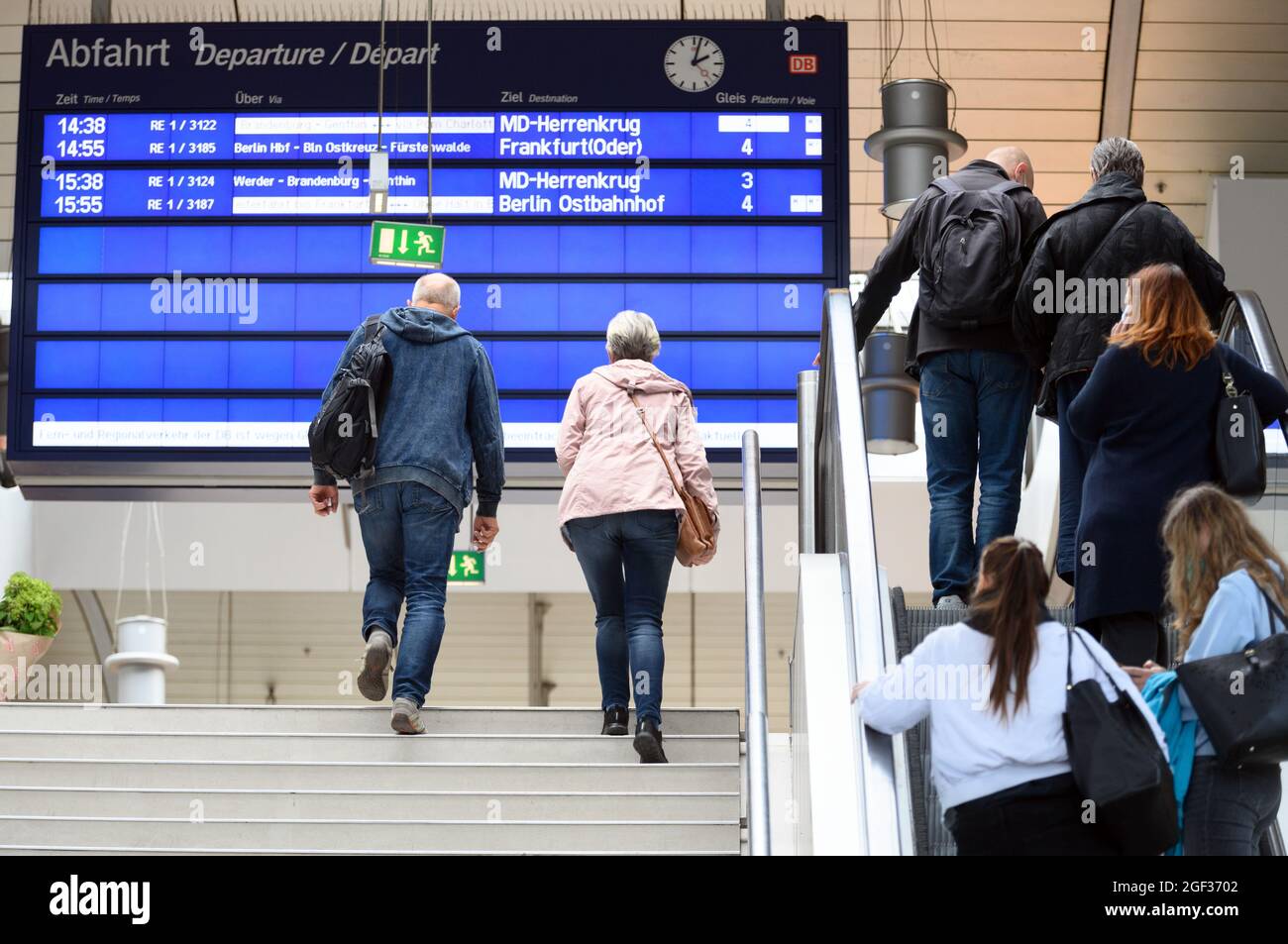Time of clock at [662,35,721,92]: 2:02
